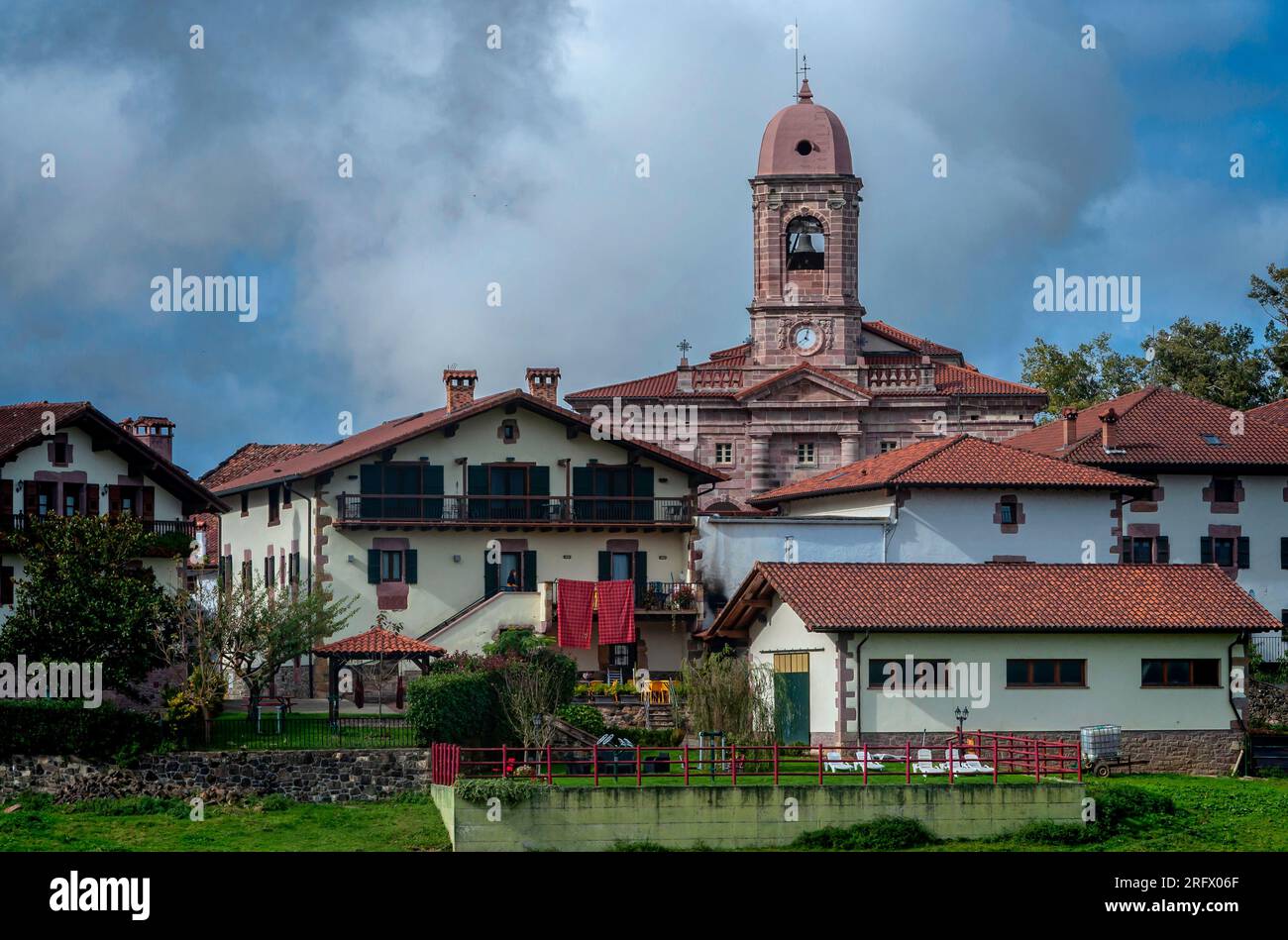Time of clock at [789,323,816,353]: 8:02
